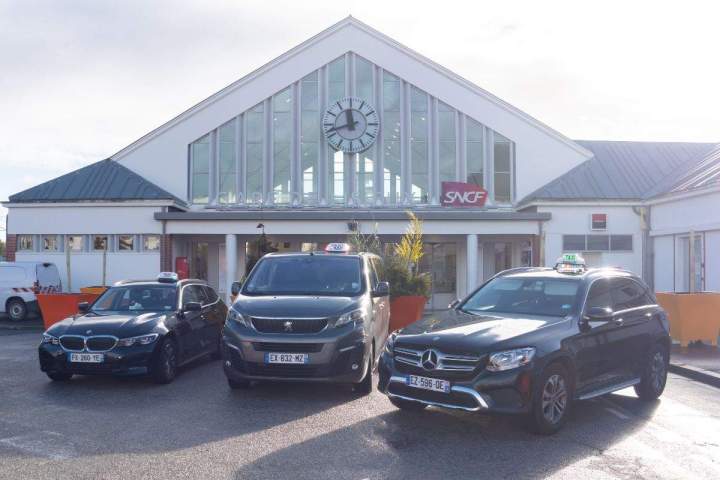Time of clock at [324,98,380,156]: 11:42
